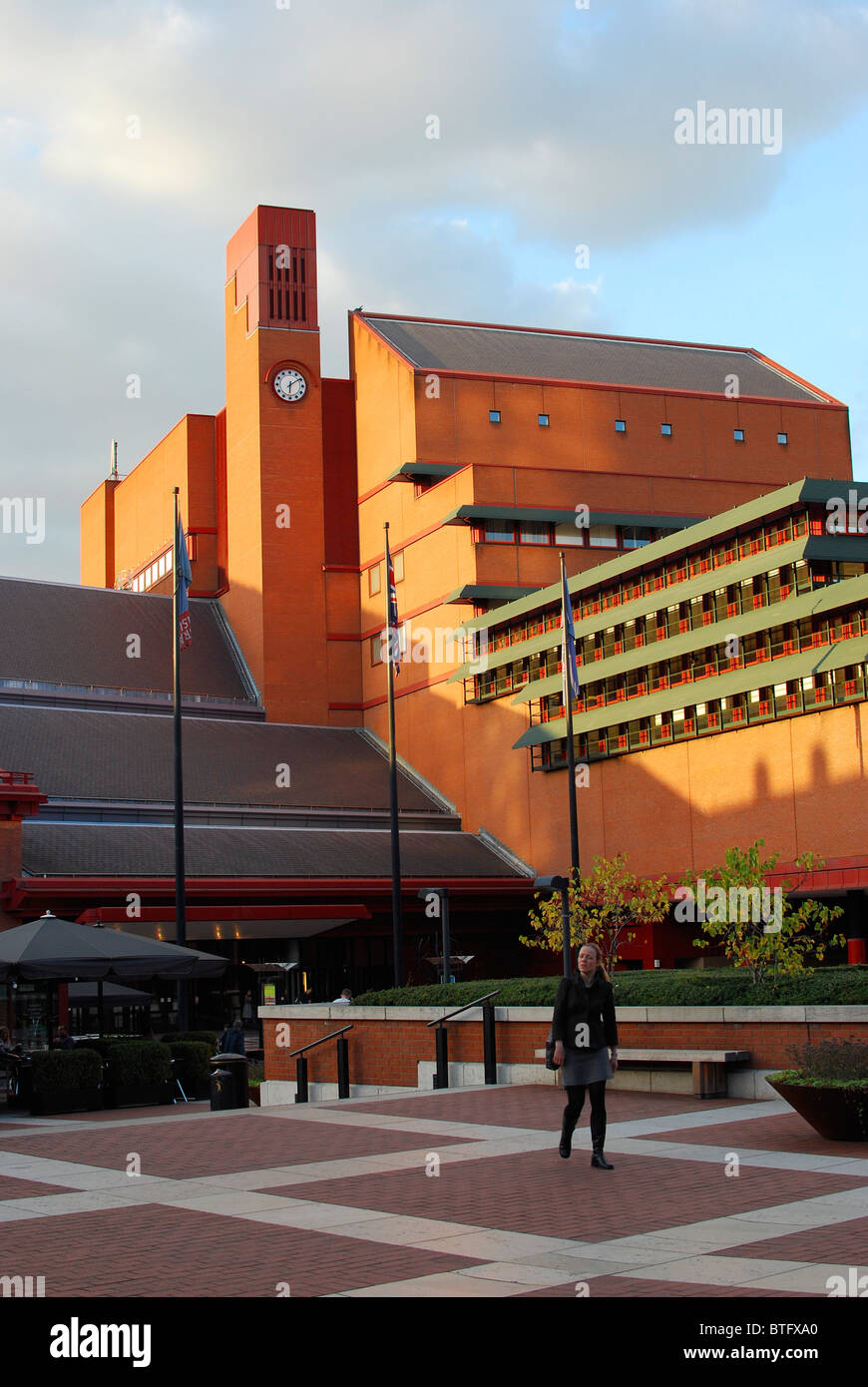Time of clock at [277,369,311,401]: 6:09
